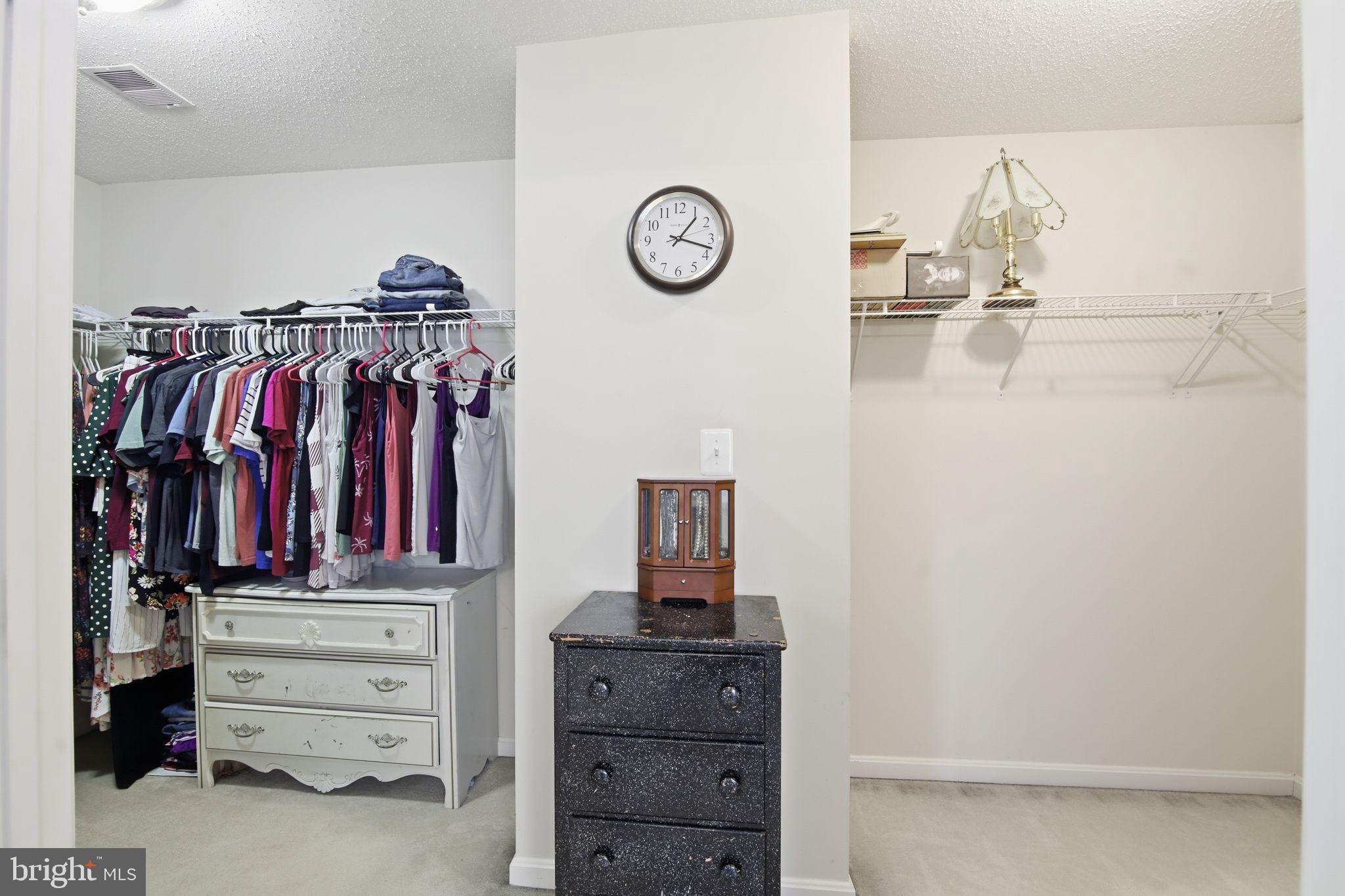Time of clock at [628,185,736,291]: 1:17
